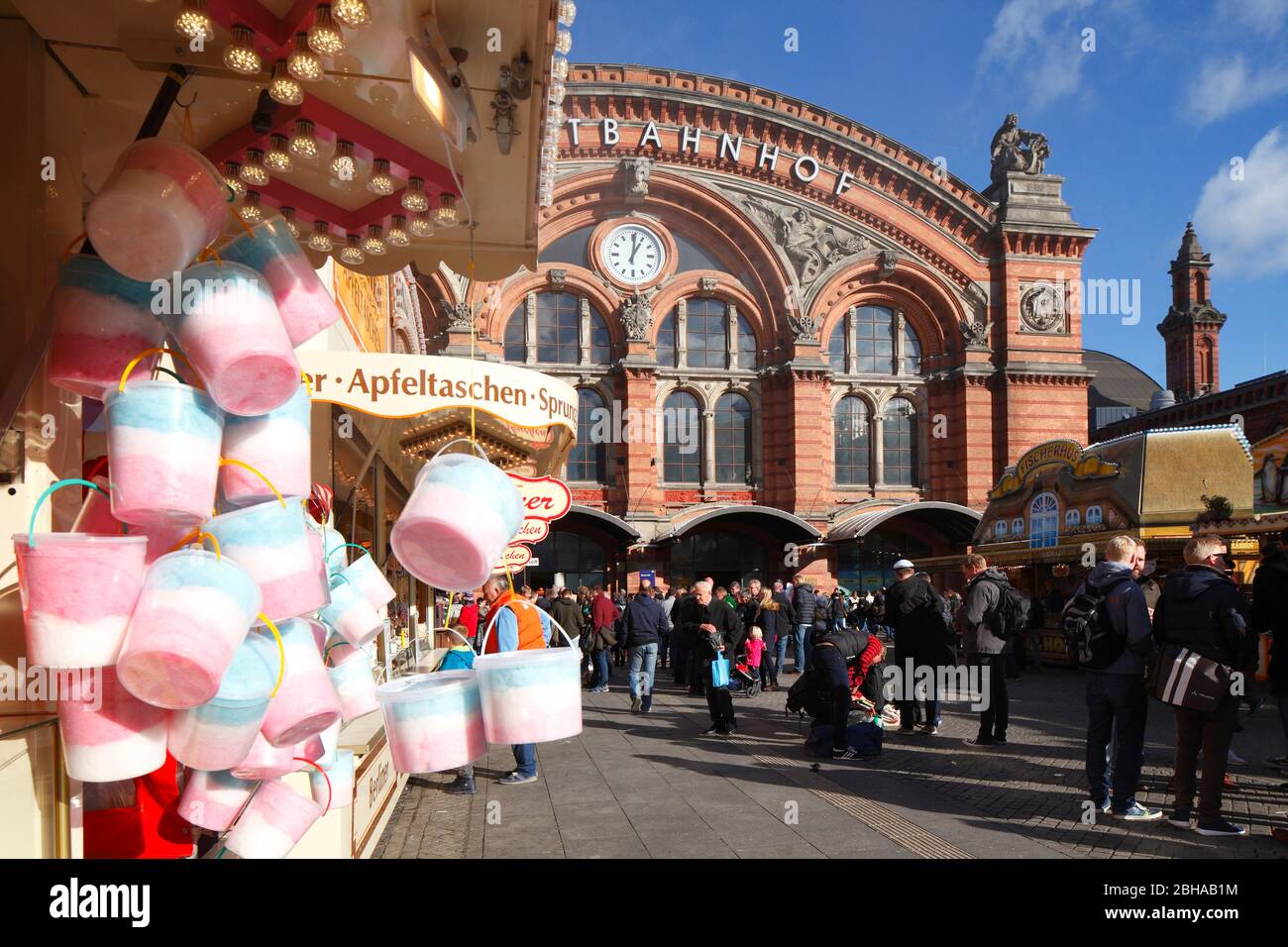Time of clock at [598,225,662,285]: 1:01
